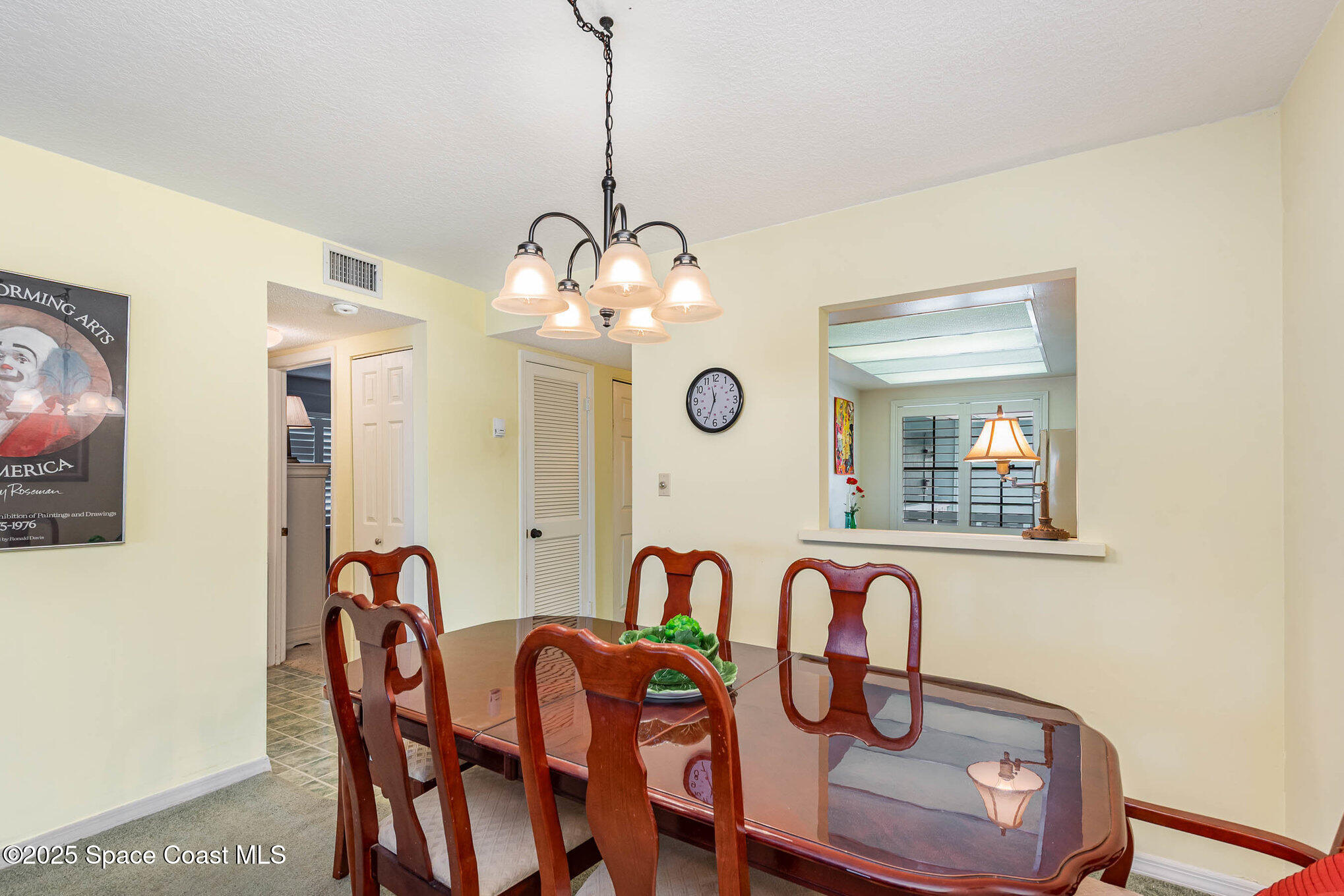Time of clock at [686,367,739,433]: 11:33
